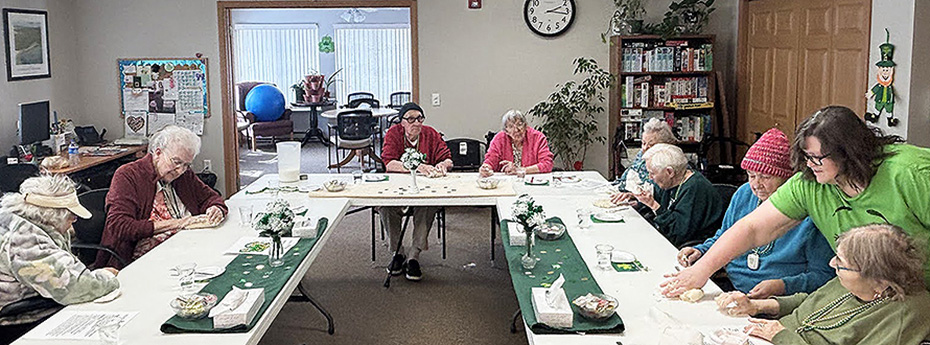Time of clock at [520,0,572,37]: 2:16
